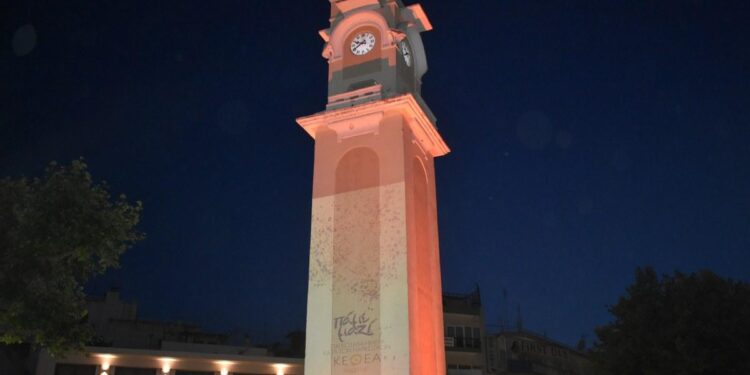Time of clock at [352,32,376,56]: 9:40
